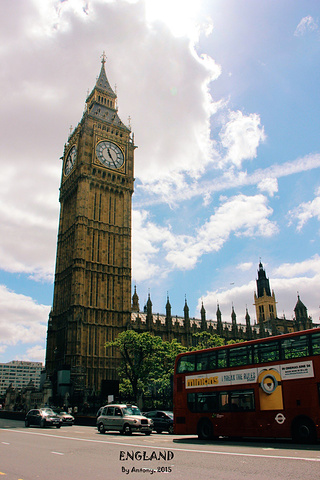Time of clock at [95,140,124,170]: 11:24
